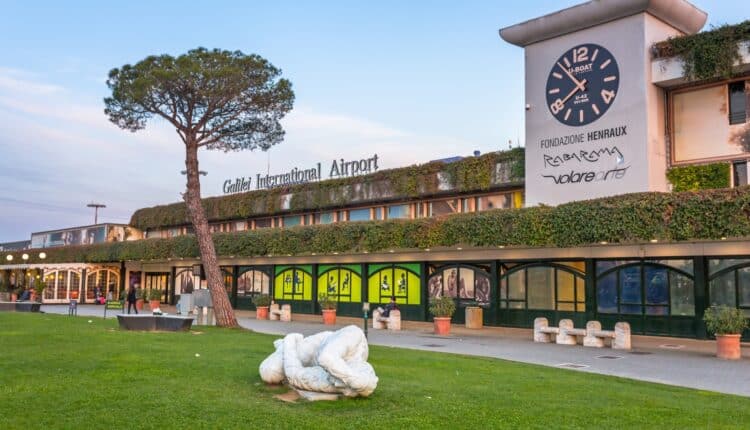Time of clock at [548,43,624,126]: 7:53
